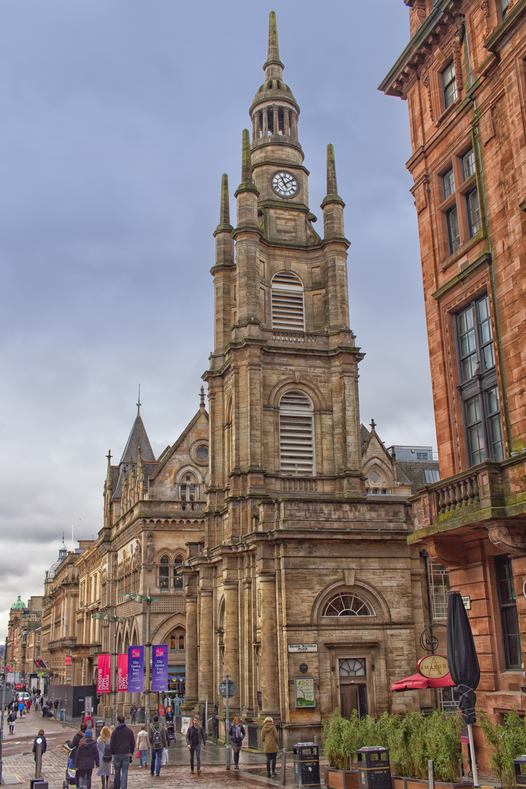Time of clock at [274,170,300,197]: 11:08
